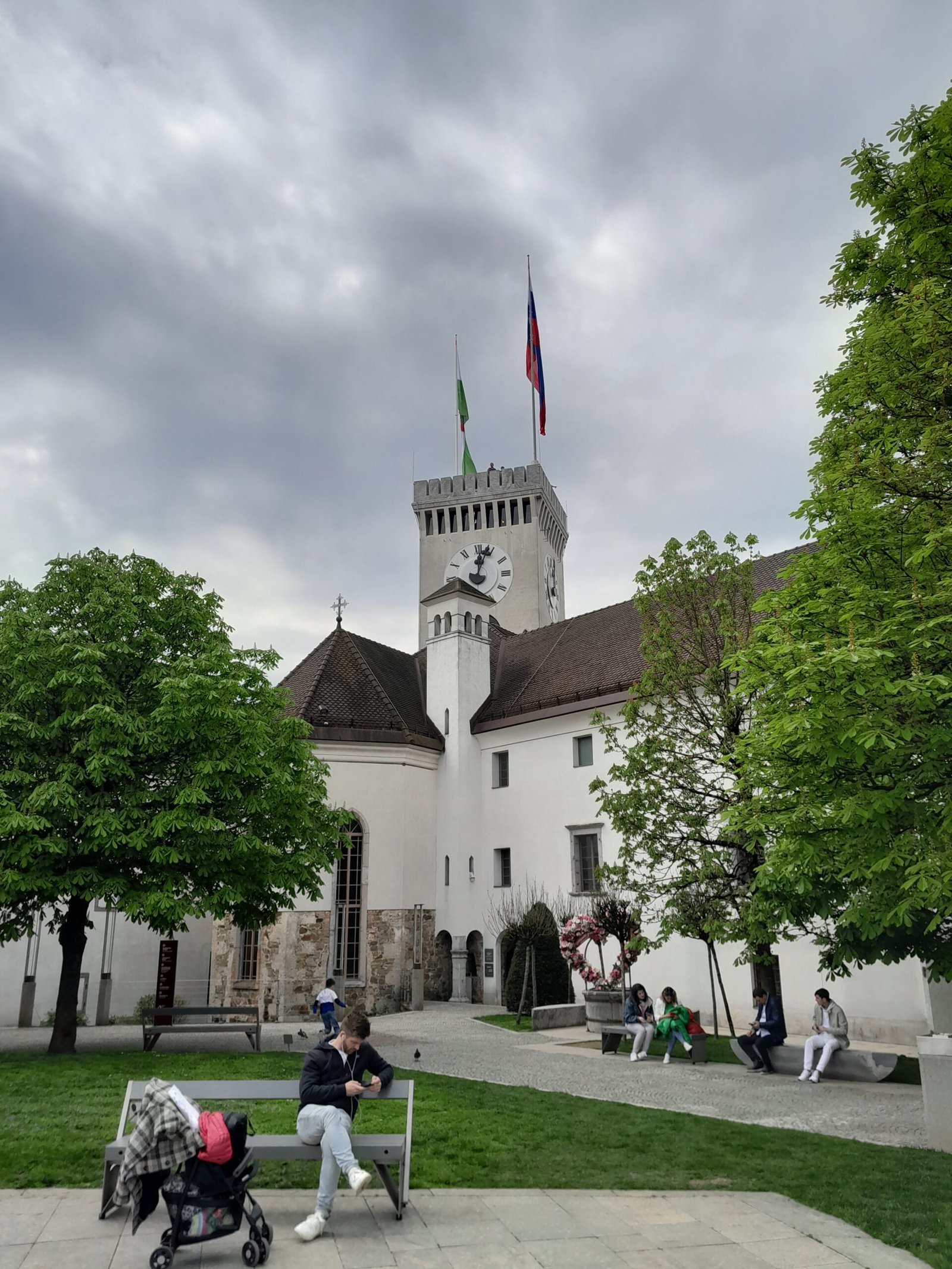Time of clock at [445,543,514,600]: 12:03
